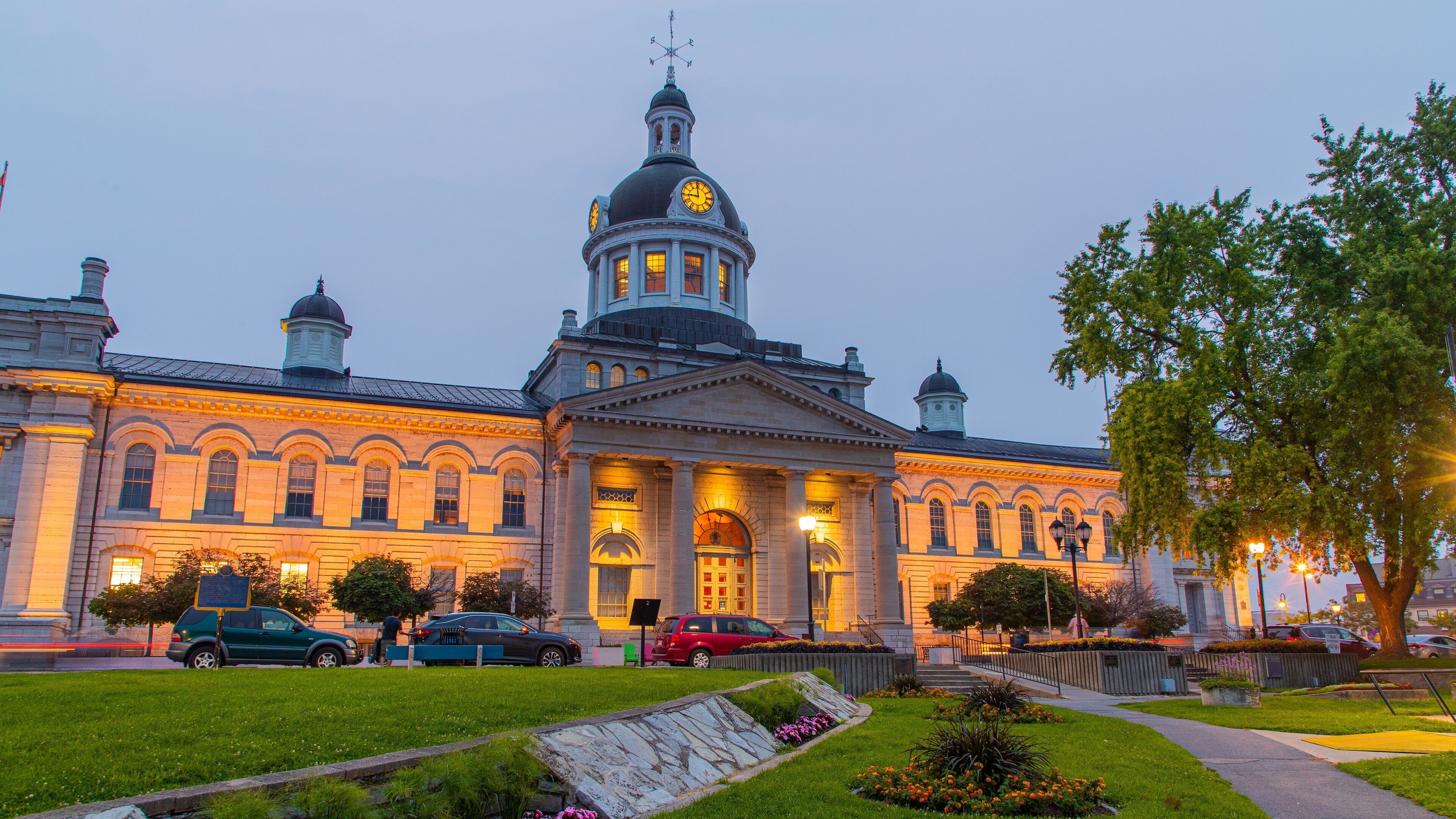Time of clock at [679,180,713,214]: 8:59
